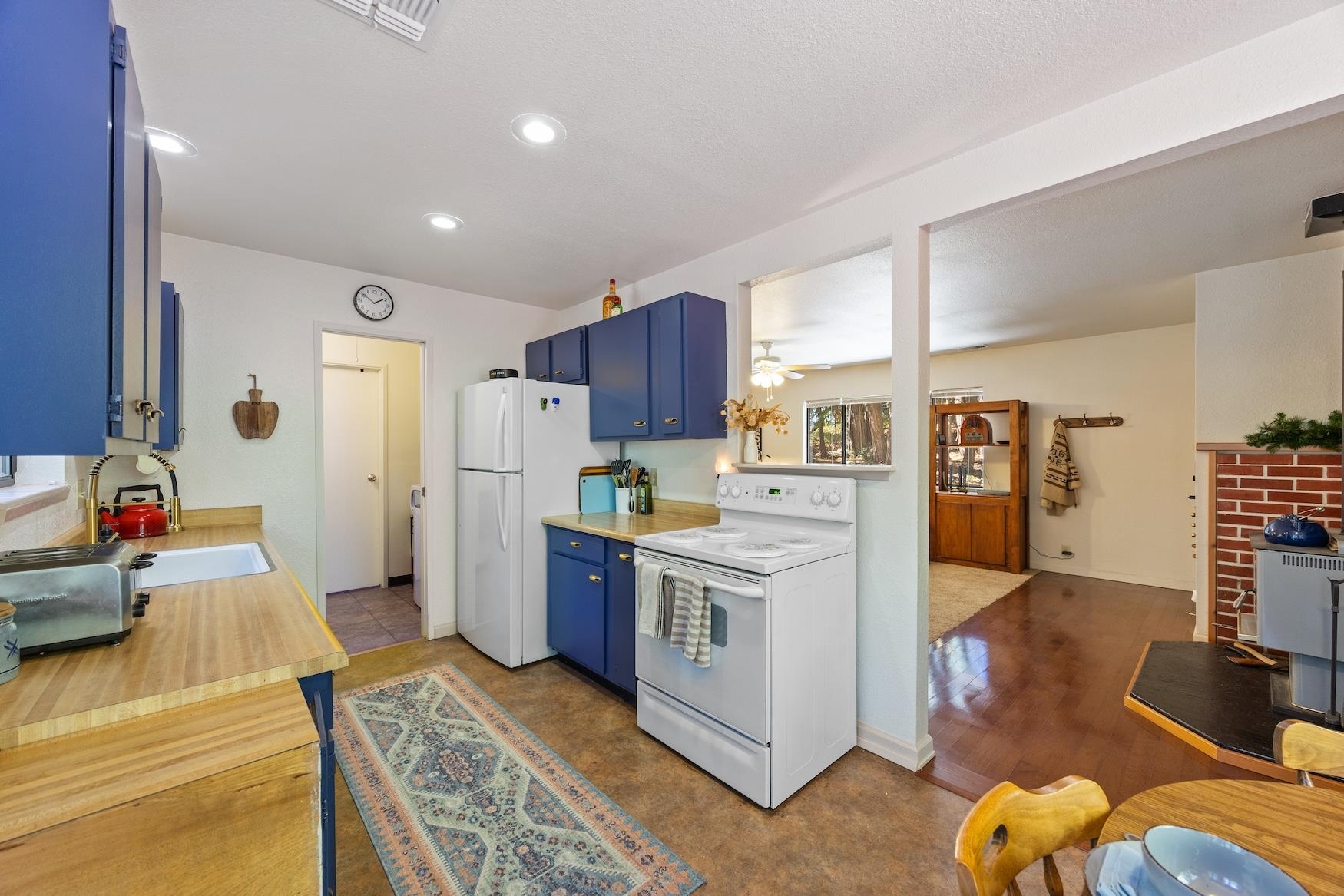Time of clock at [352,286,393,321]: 1:50
